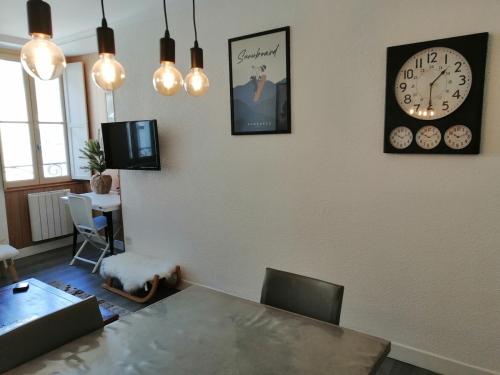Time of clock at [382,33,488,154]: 1:30
